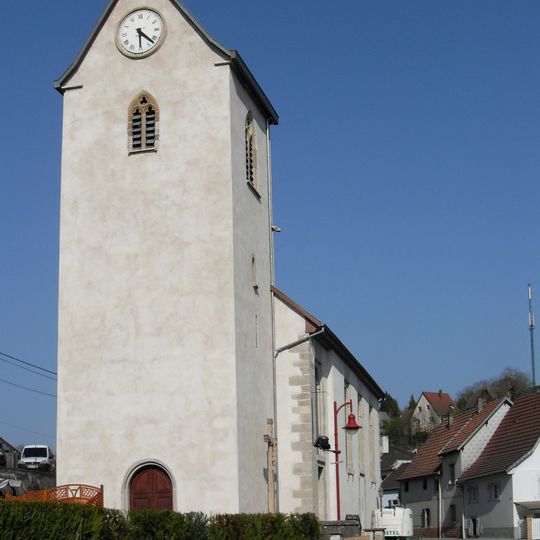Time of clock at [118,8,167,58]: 4:29
